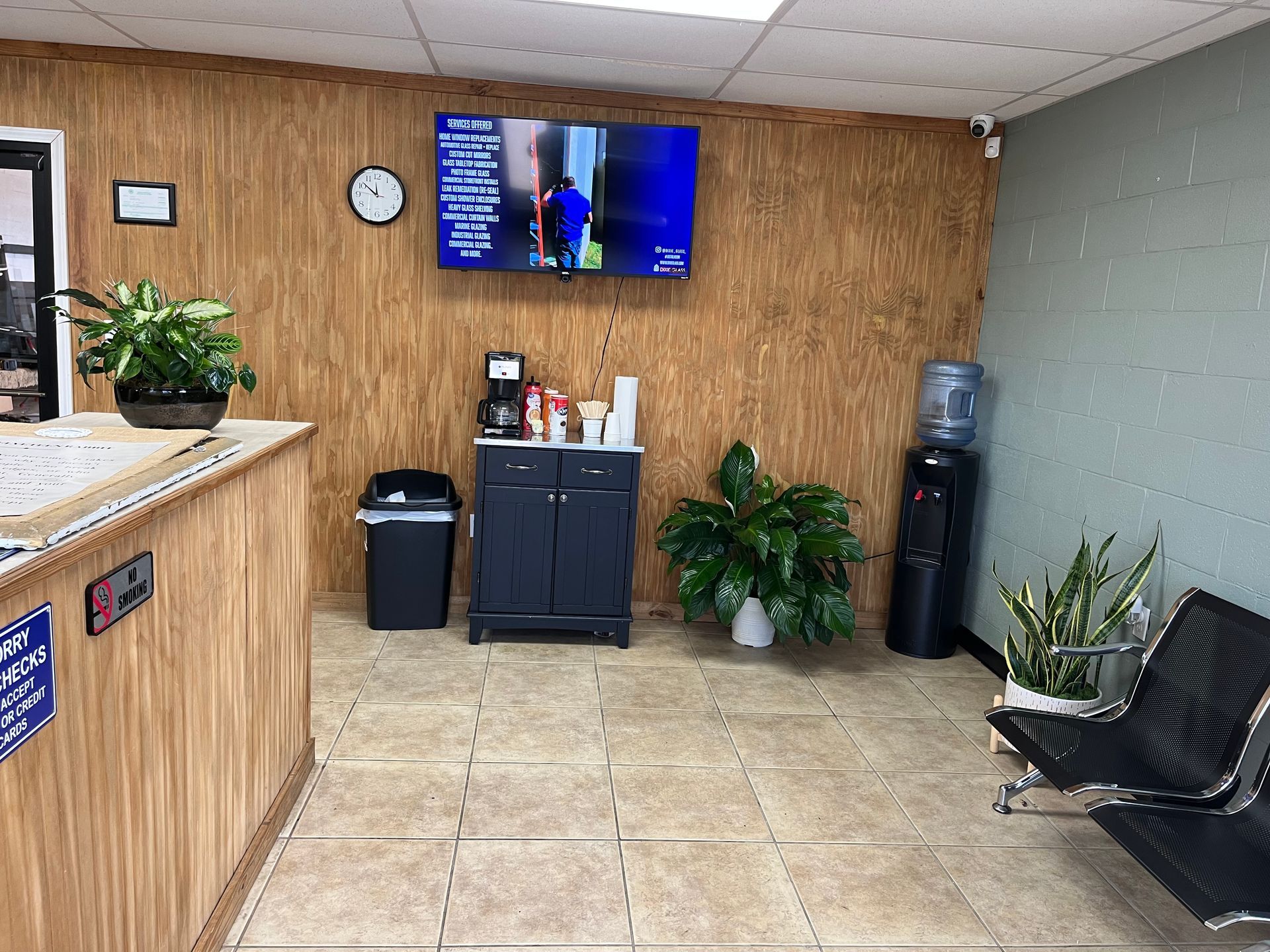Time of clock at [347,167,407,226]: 11:51
